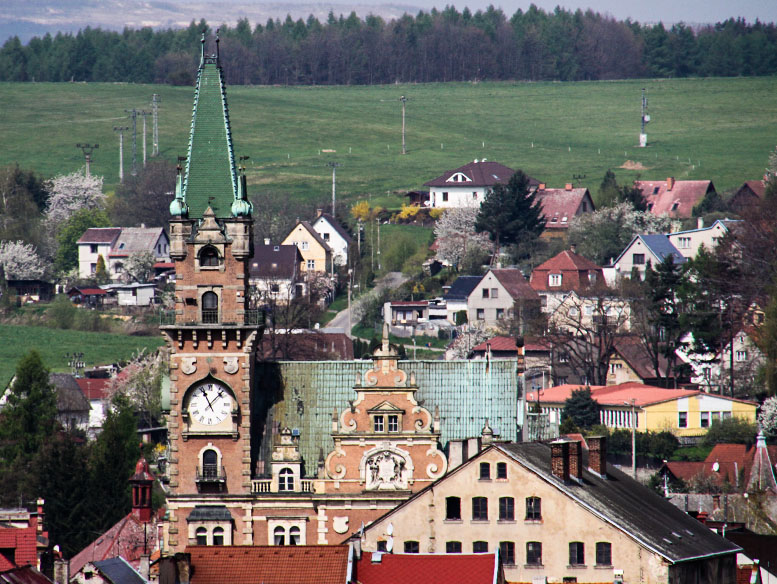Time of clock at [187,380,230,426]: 11:07
